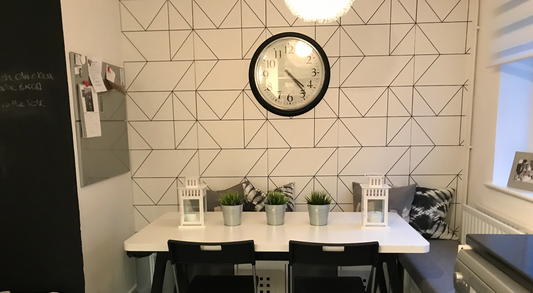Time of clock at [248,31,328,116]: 4:23
